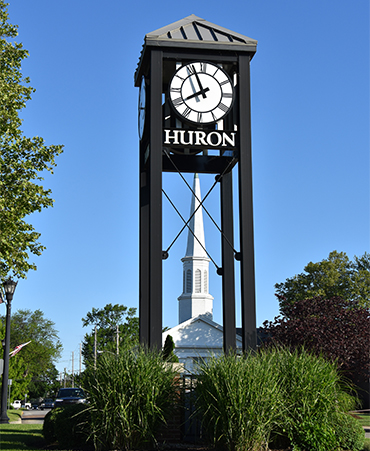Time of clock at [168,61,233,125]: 7:56
